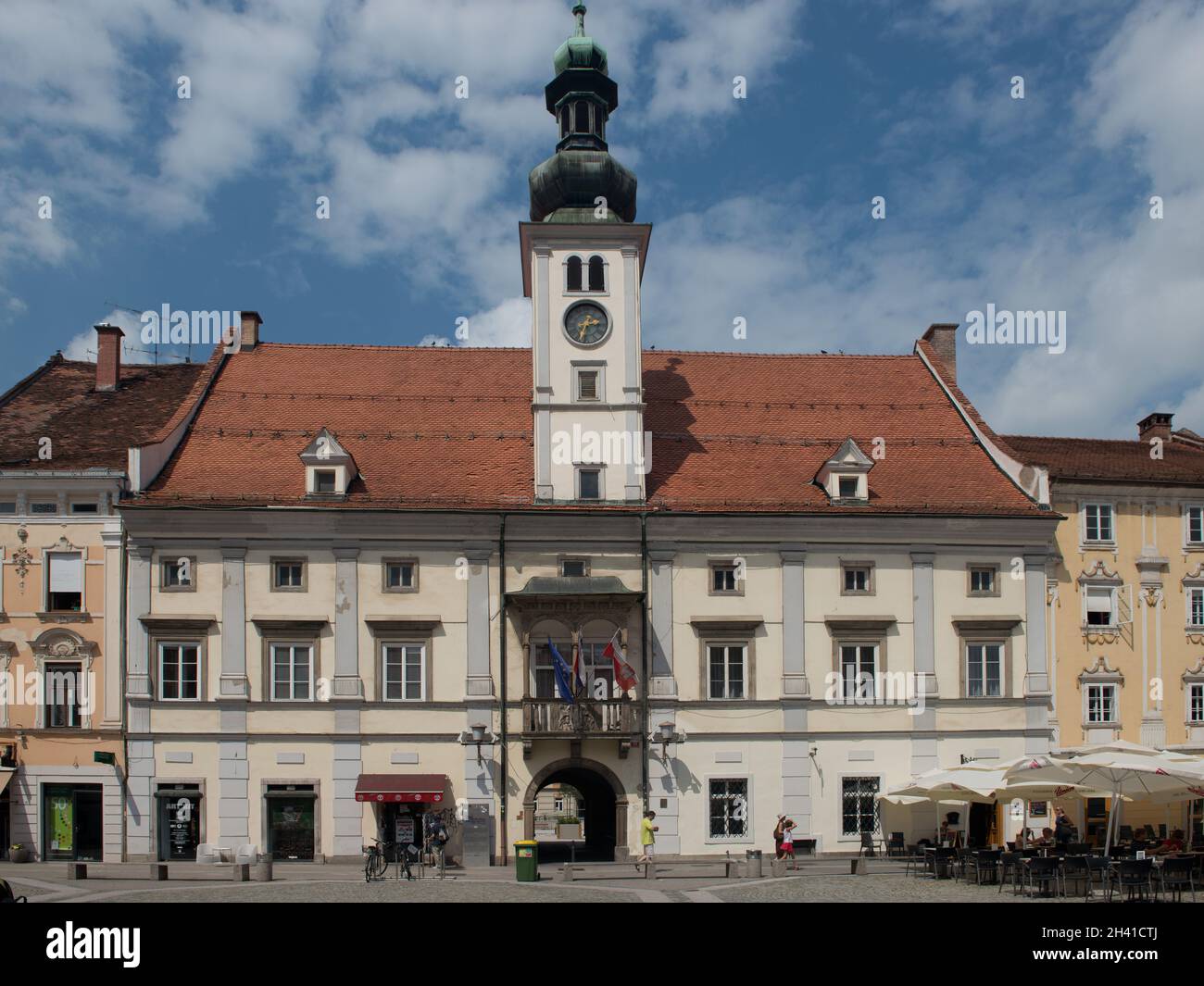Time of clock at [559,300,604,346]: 2:33
